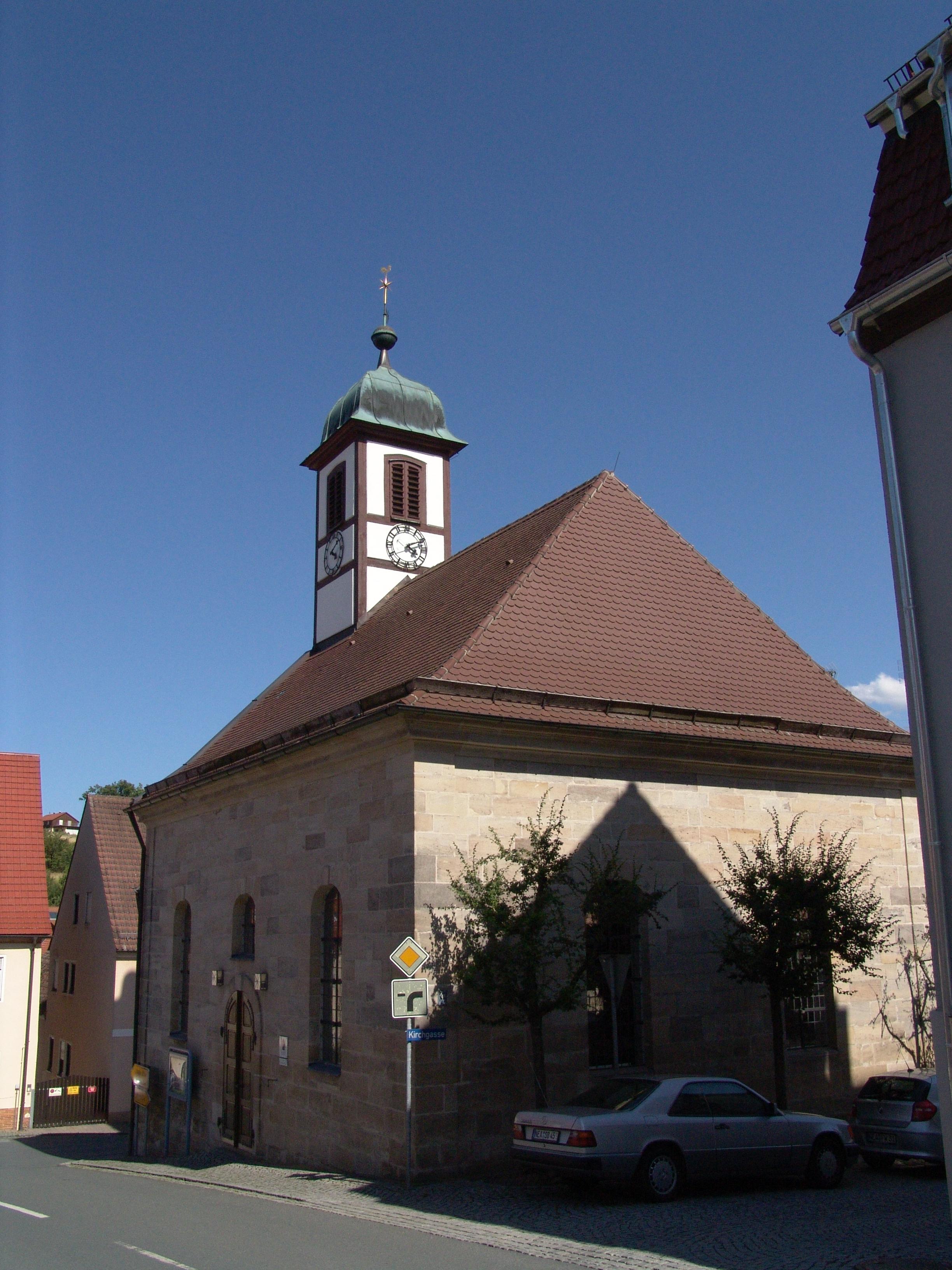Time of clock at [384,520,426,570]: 4:10
